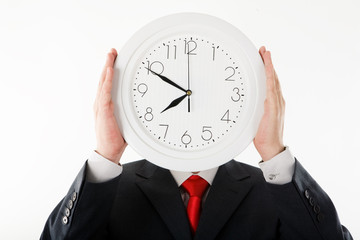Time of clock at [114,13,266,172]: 7:49
